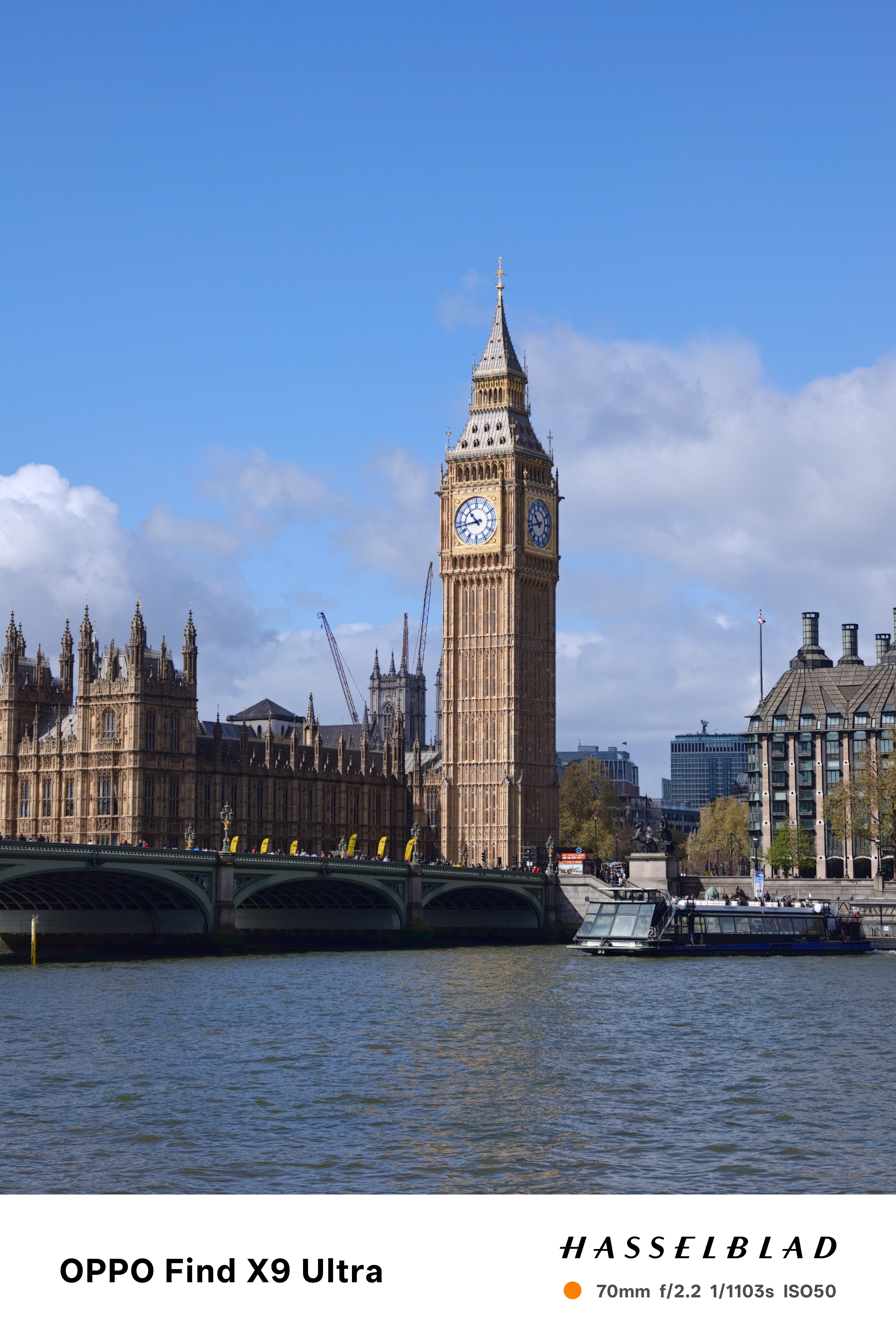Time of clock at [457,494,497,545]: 10:43
